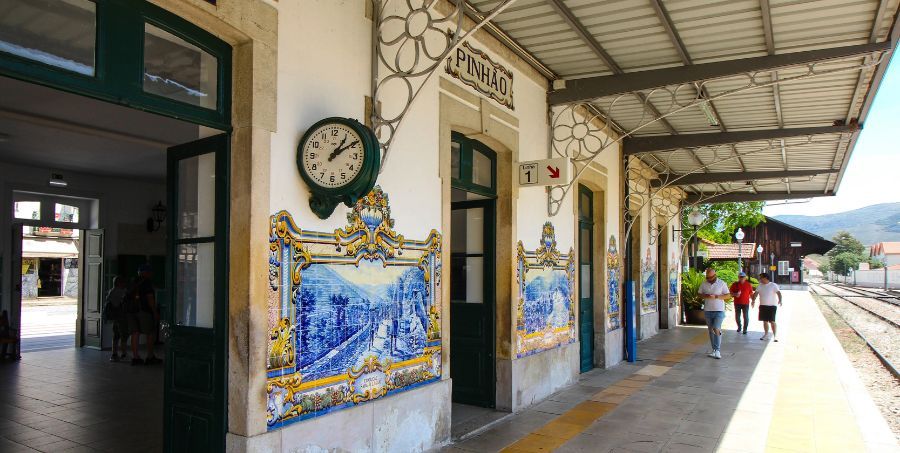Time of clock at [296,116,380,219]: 1:09
